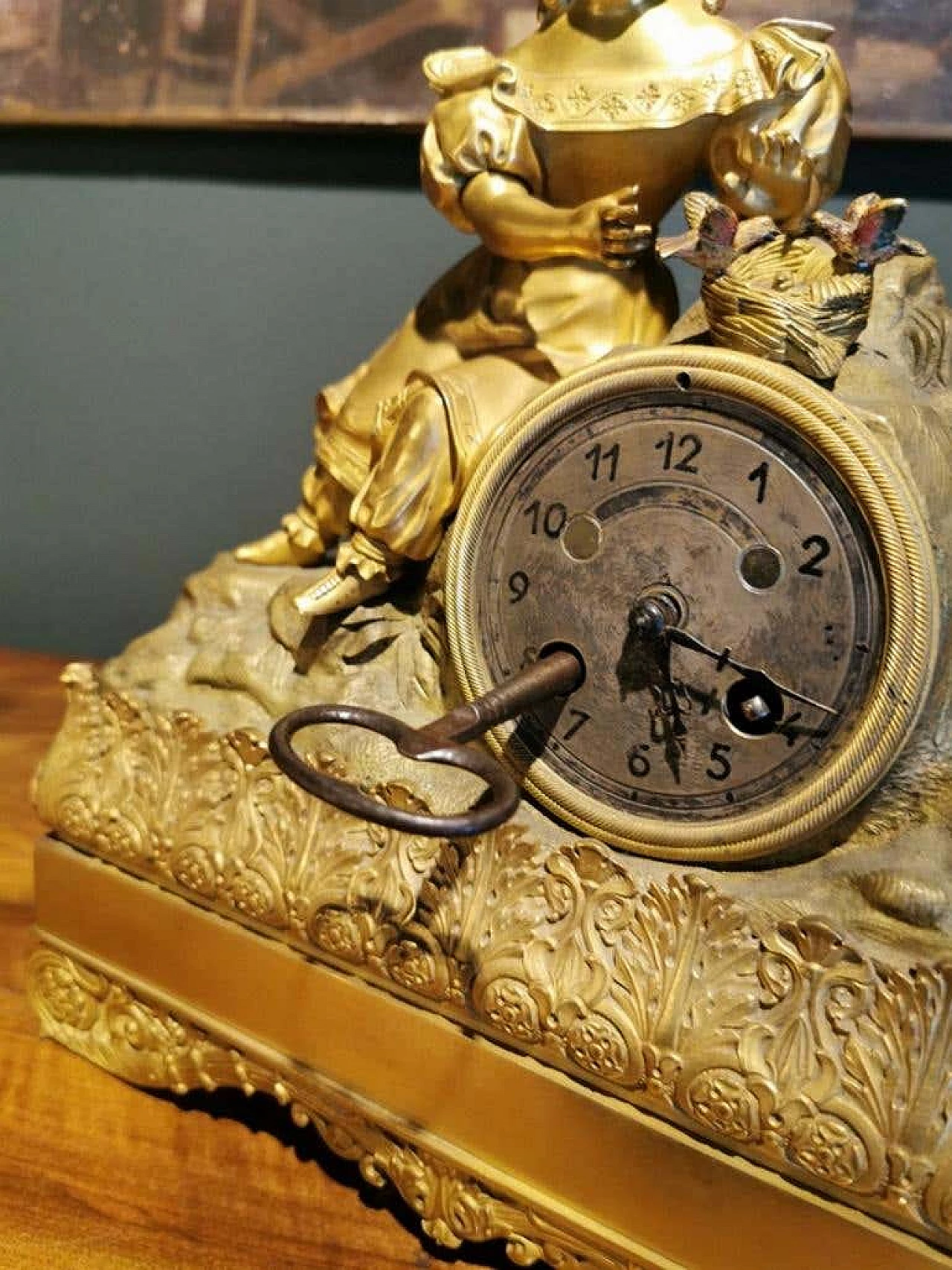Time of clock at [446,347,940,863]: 5:18
